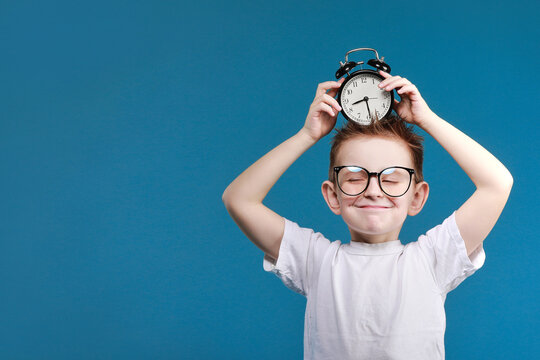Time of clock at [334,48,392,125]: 8:28
